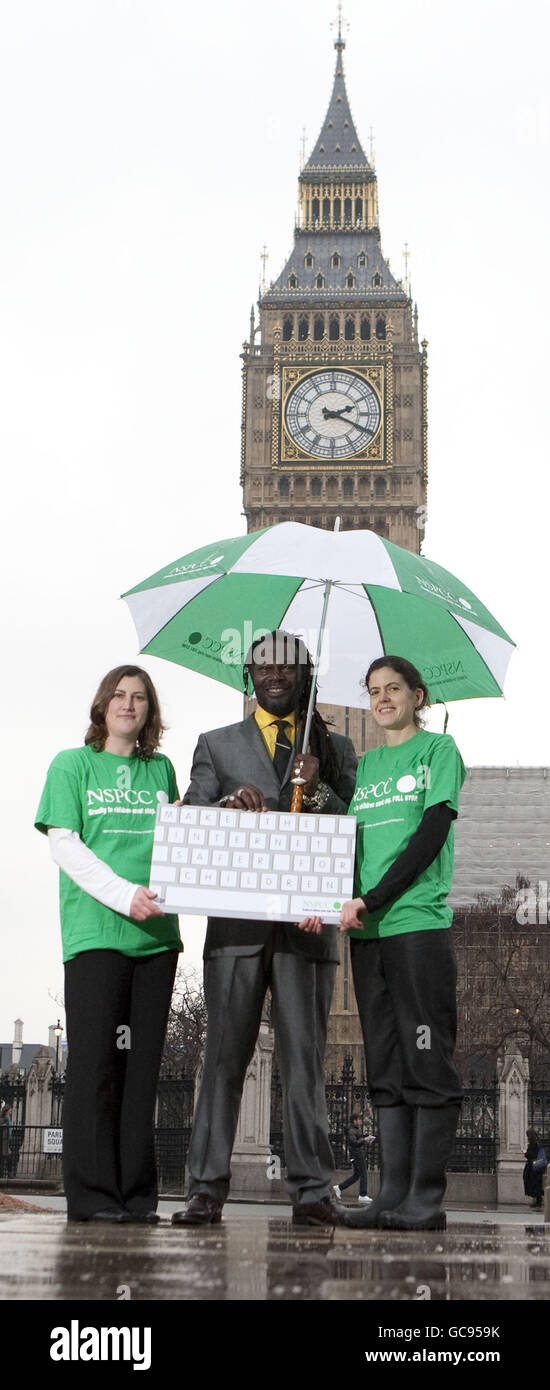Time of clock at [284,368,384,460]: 2:19
